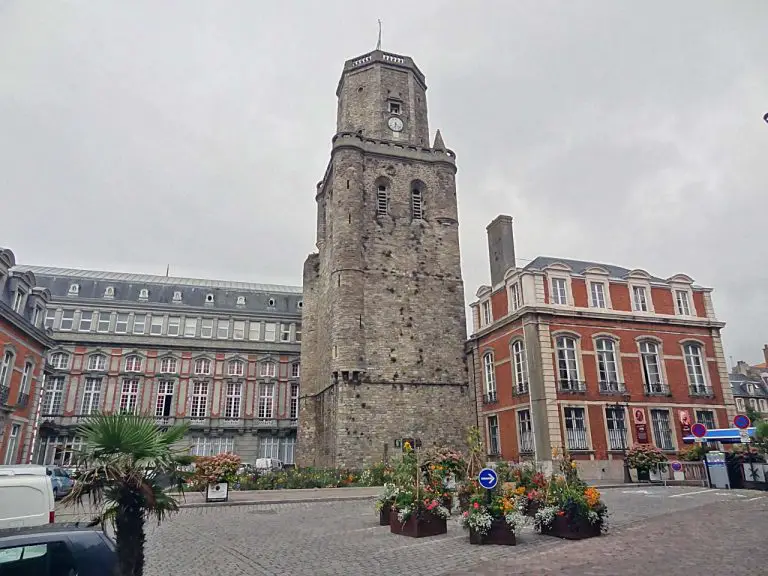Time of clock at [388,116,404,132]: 6:21
